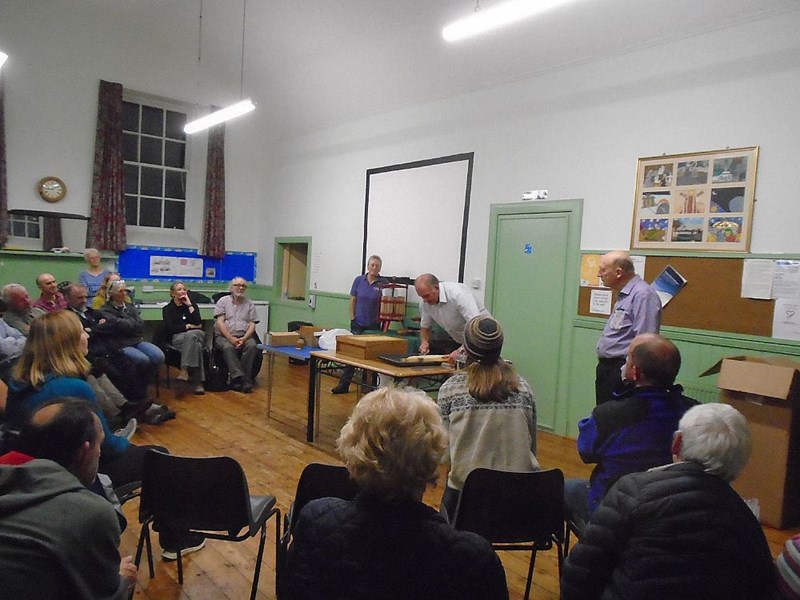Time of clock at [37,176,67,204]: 9:10
